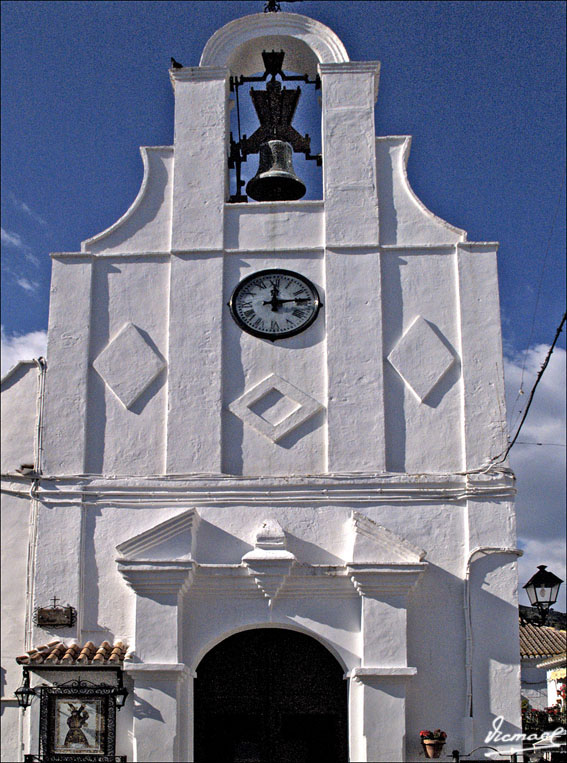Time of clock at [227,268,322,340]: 12:13
